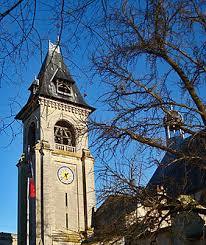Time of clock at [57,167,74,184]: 5:37
